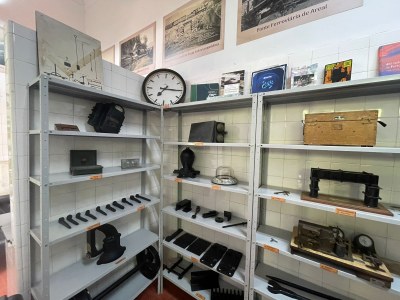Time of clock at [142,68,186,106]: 7:15
